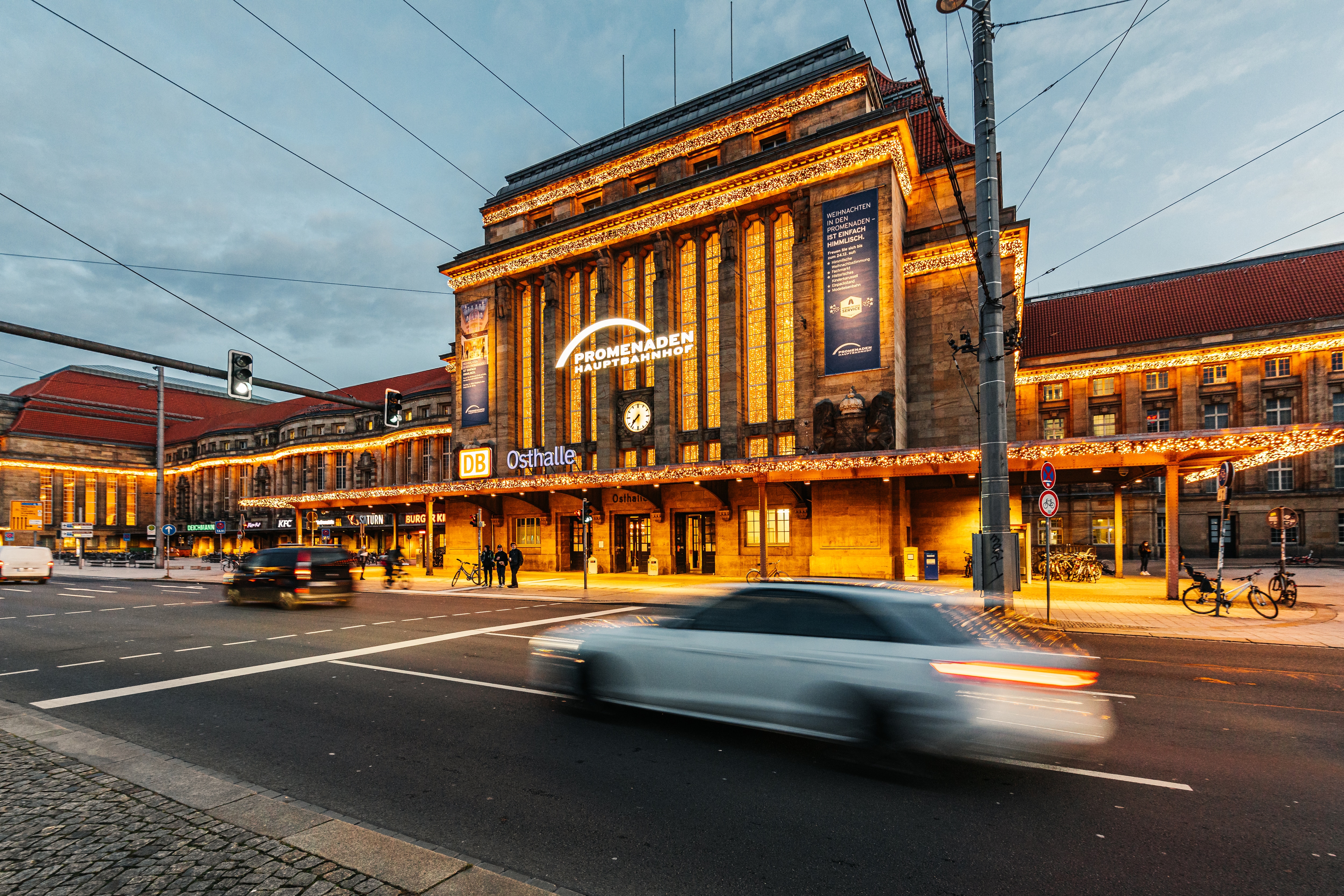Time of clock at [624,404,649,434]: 7:36
